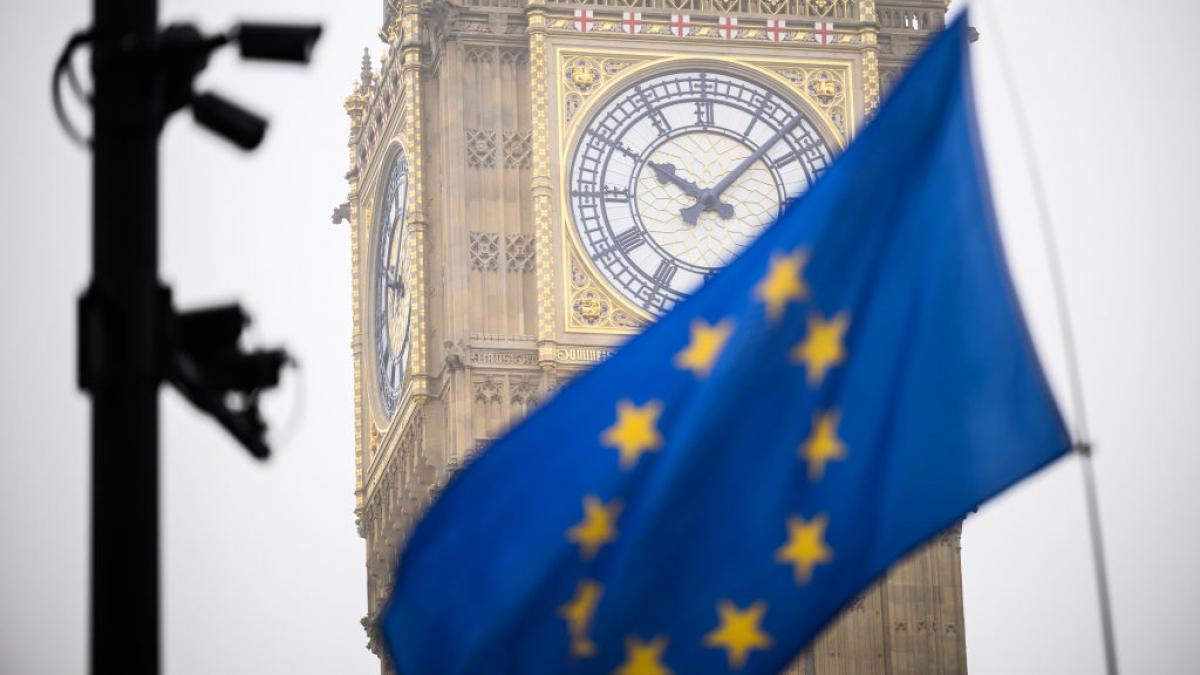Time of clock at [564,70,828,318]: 10:07
